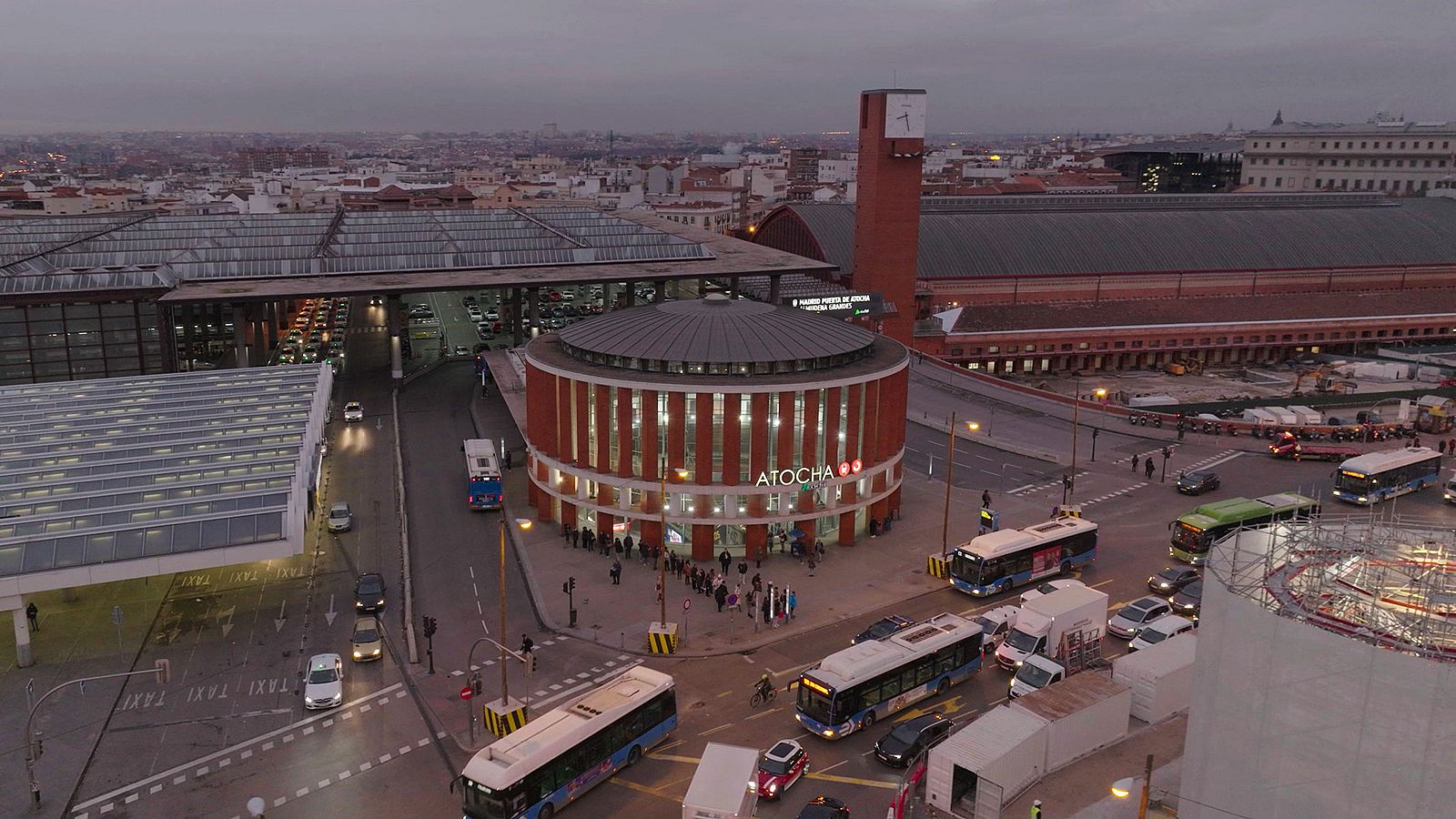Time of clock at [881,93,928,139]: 8:27
